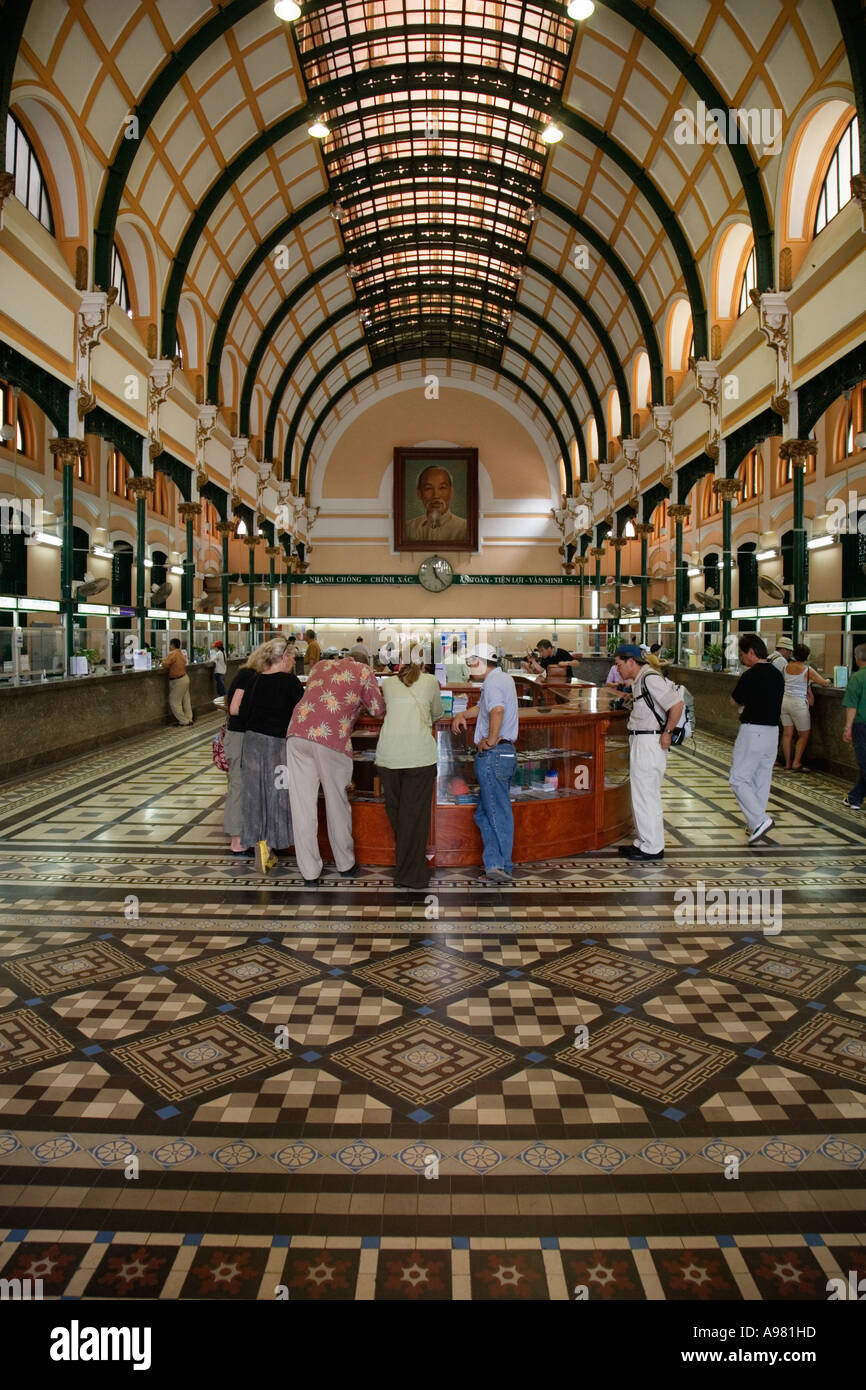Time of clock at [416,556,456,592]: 11:23
